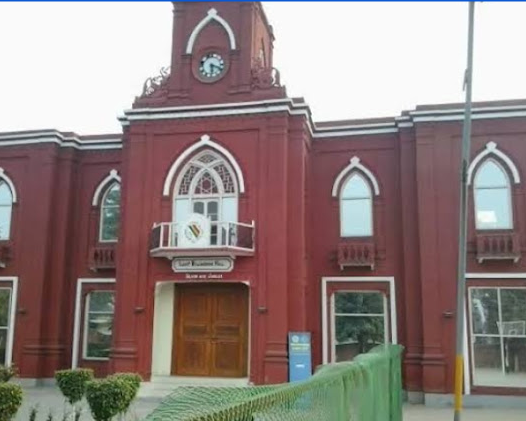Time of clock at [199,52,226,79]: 6:18
